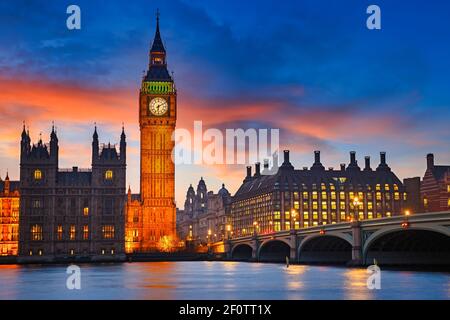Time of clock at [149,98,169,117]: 6:10
